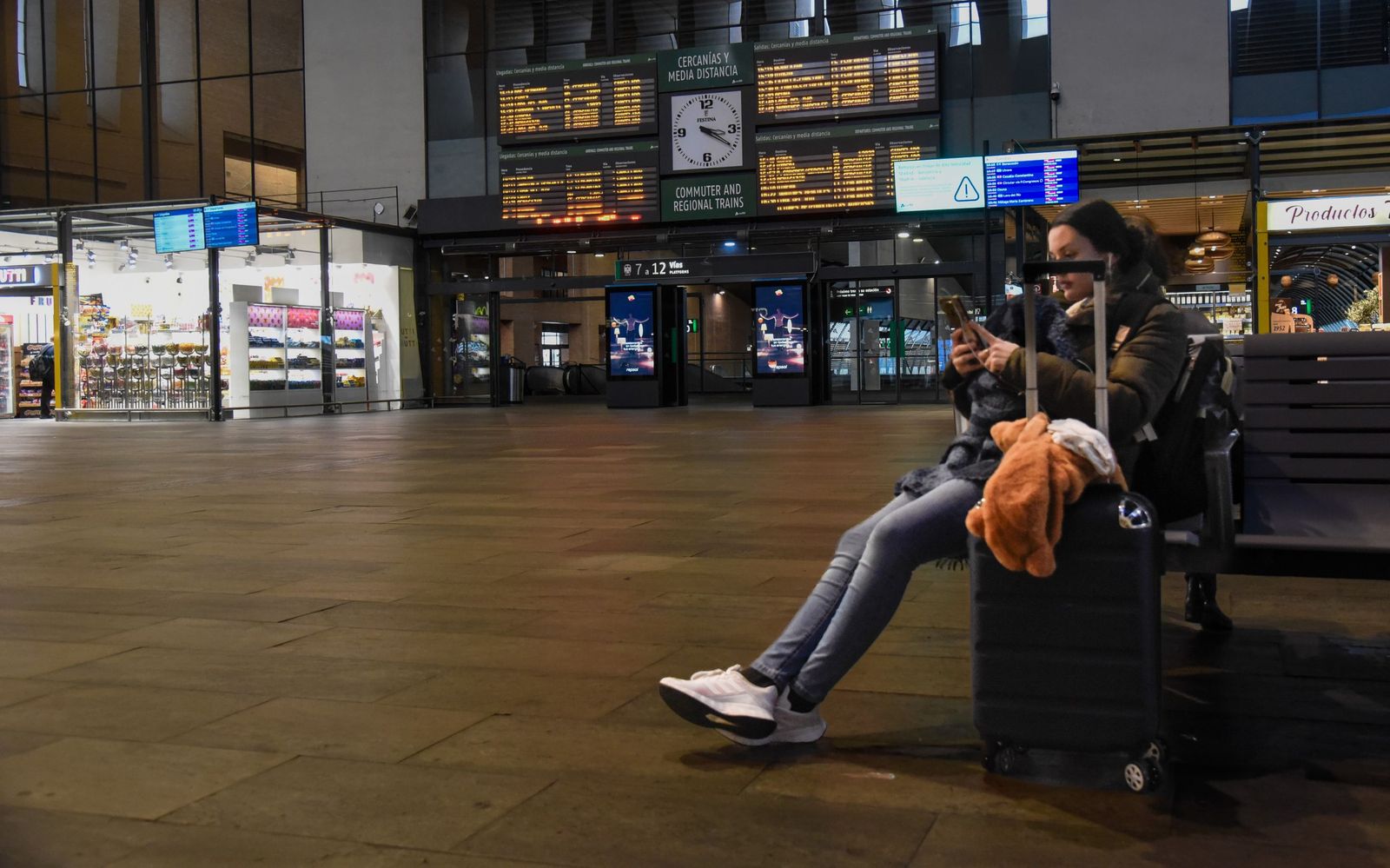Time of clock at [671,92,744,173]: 3:20
